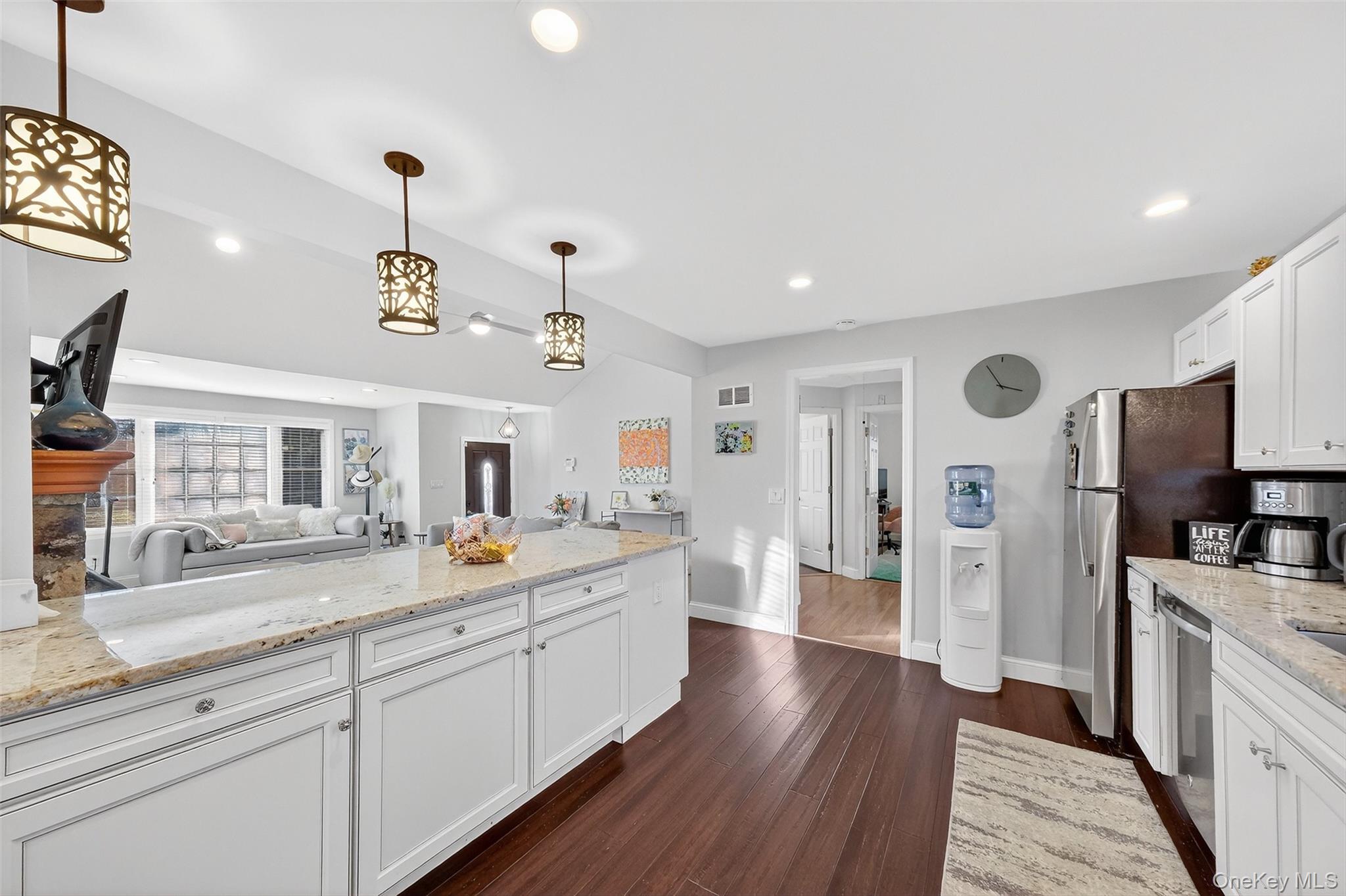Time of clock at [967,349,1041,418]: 3:55
